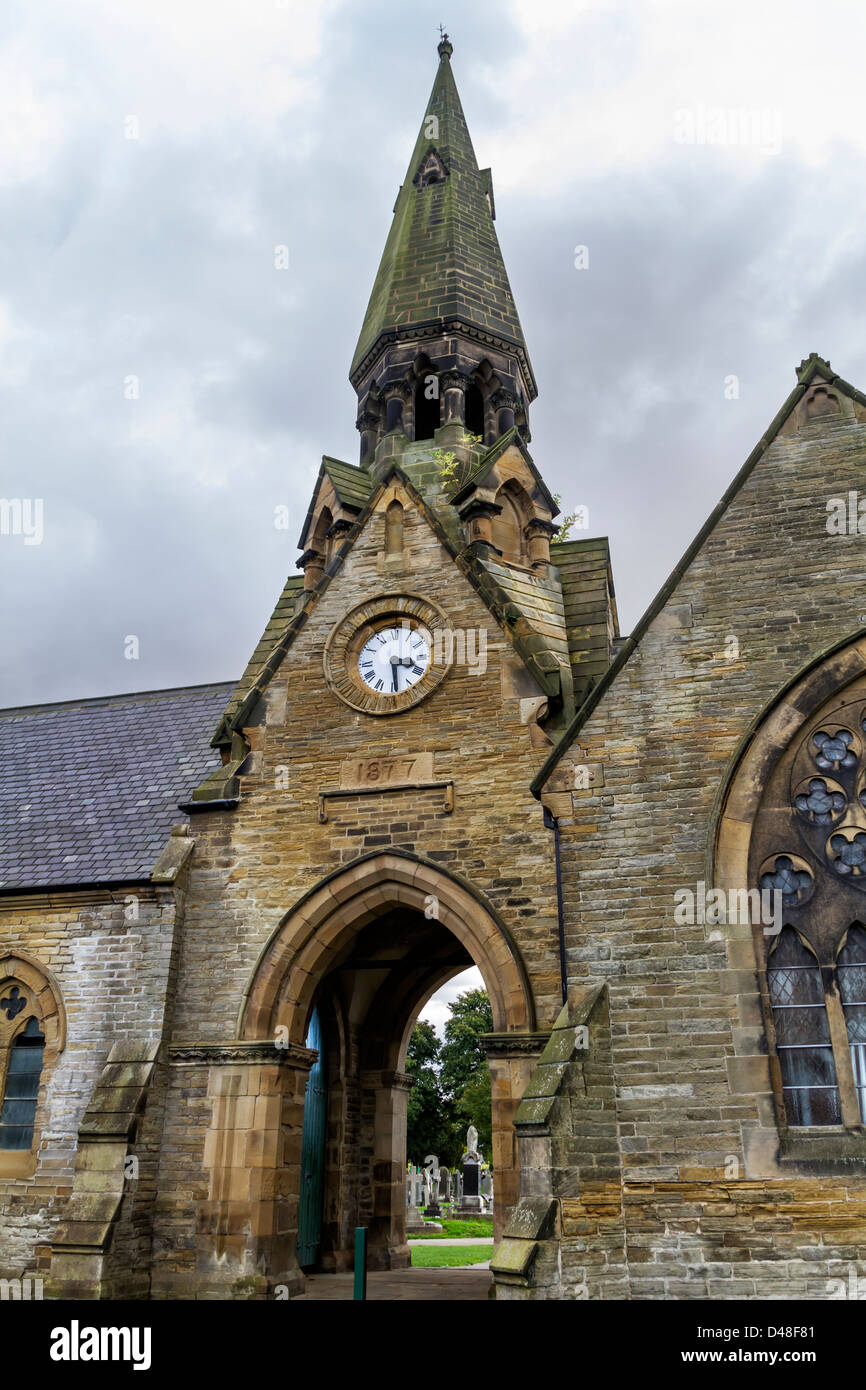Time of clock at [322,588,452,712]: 3:29
